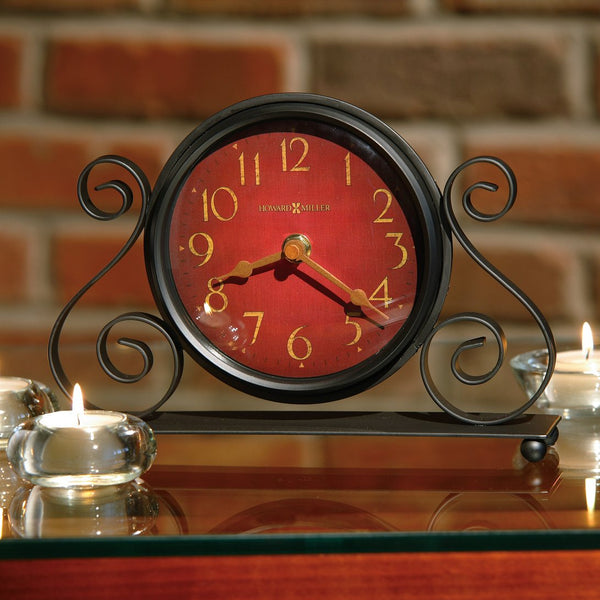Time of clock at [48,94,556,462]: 8:21
